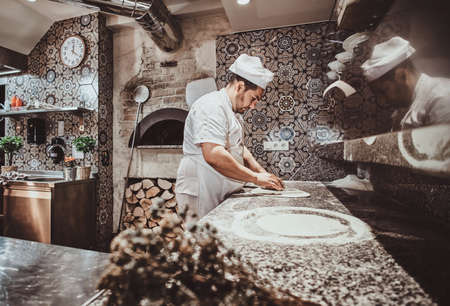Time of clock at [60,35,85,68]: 12:20
